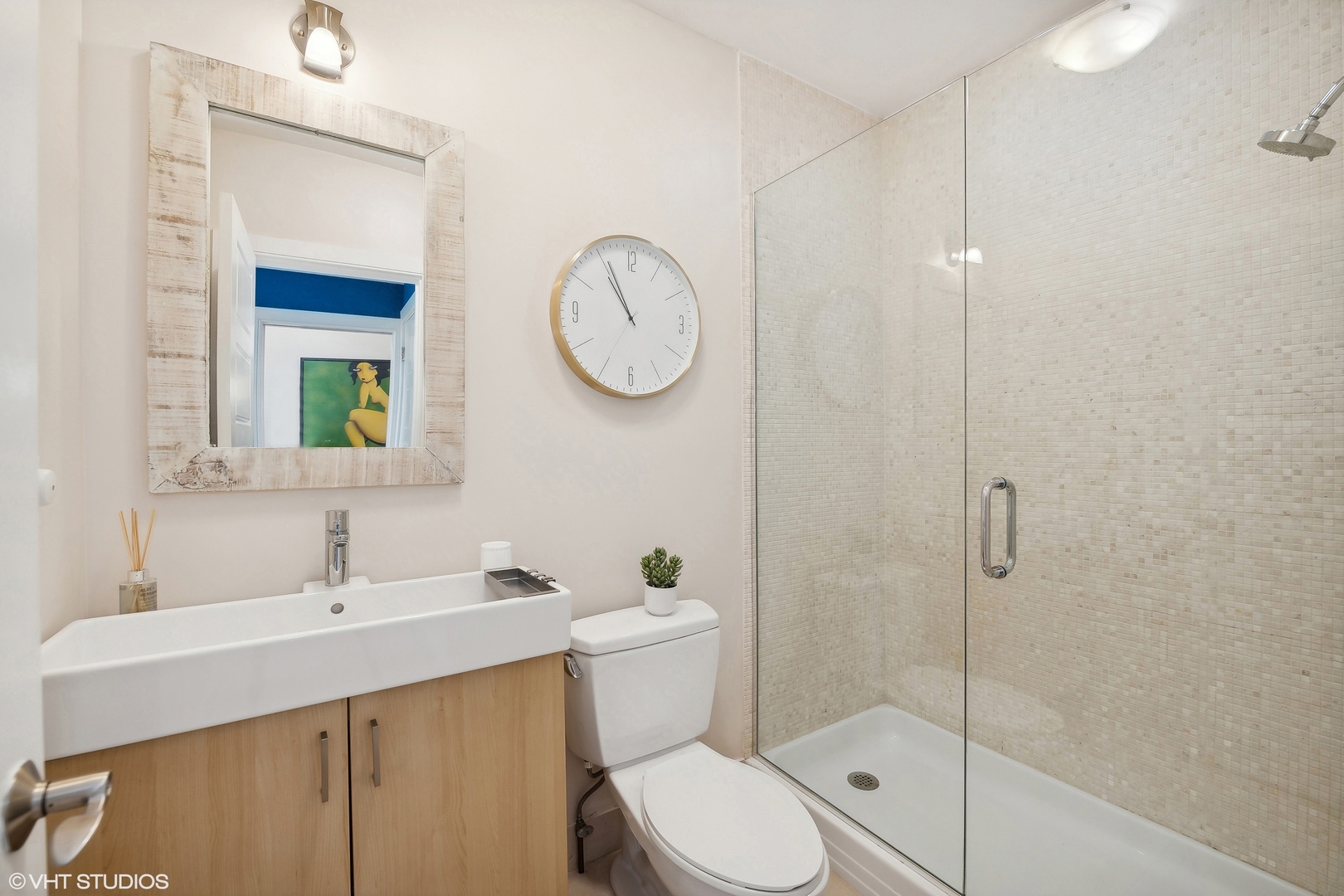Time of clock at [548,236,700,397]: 10:55
